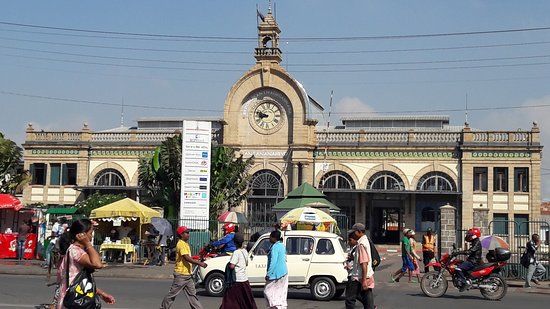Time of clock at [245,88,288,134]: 8:47
